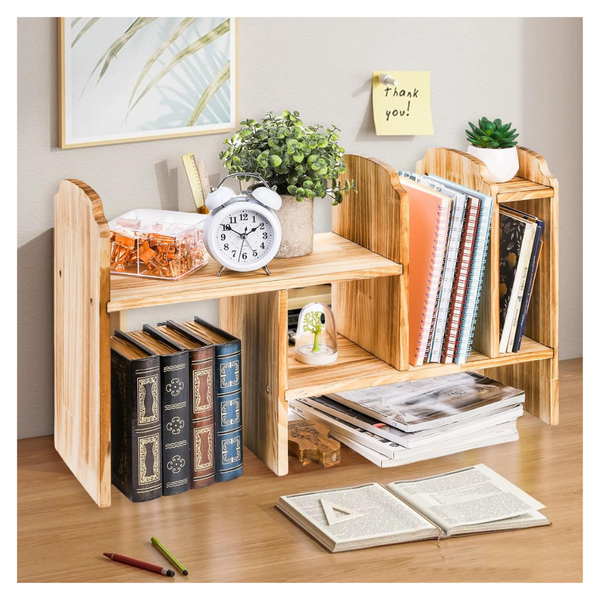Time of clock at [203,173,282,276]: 1:50
